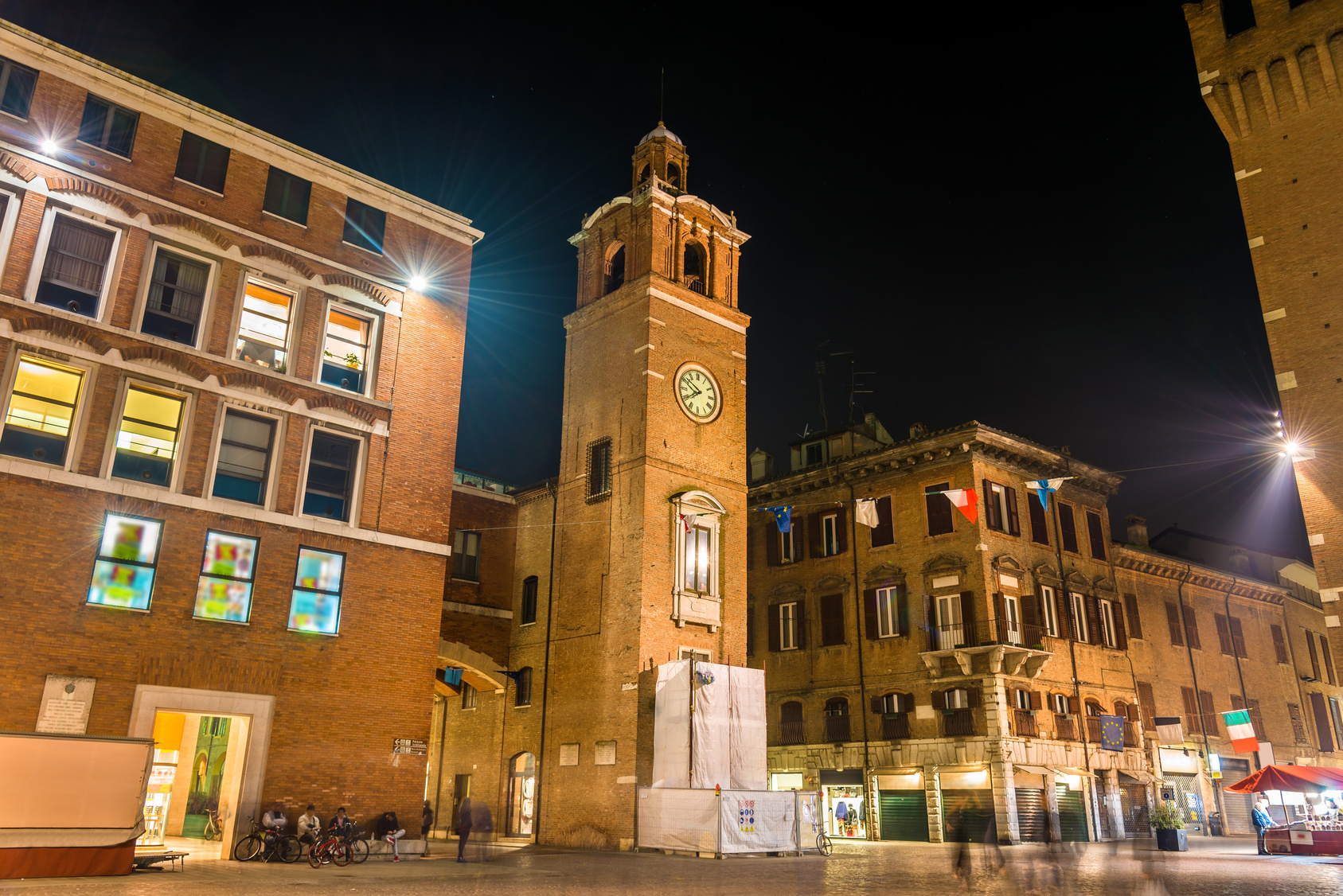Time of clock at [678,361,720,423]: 7:50
